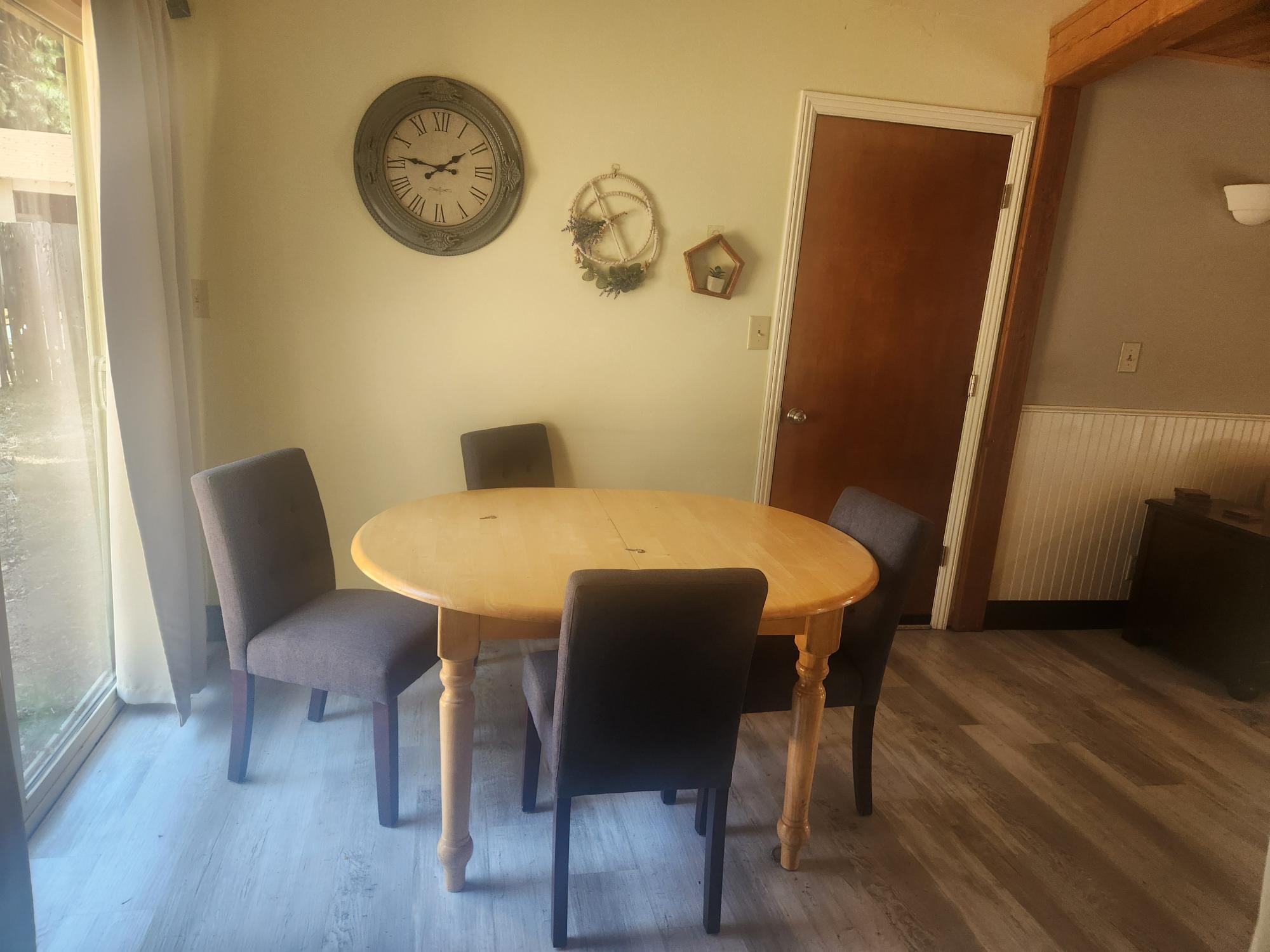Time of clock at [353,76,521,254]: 1:46
